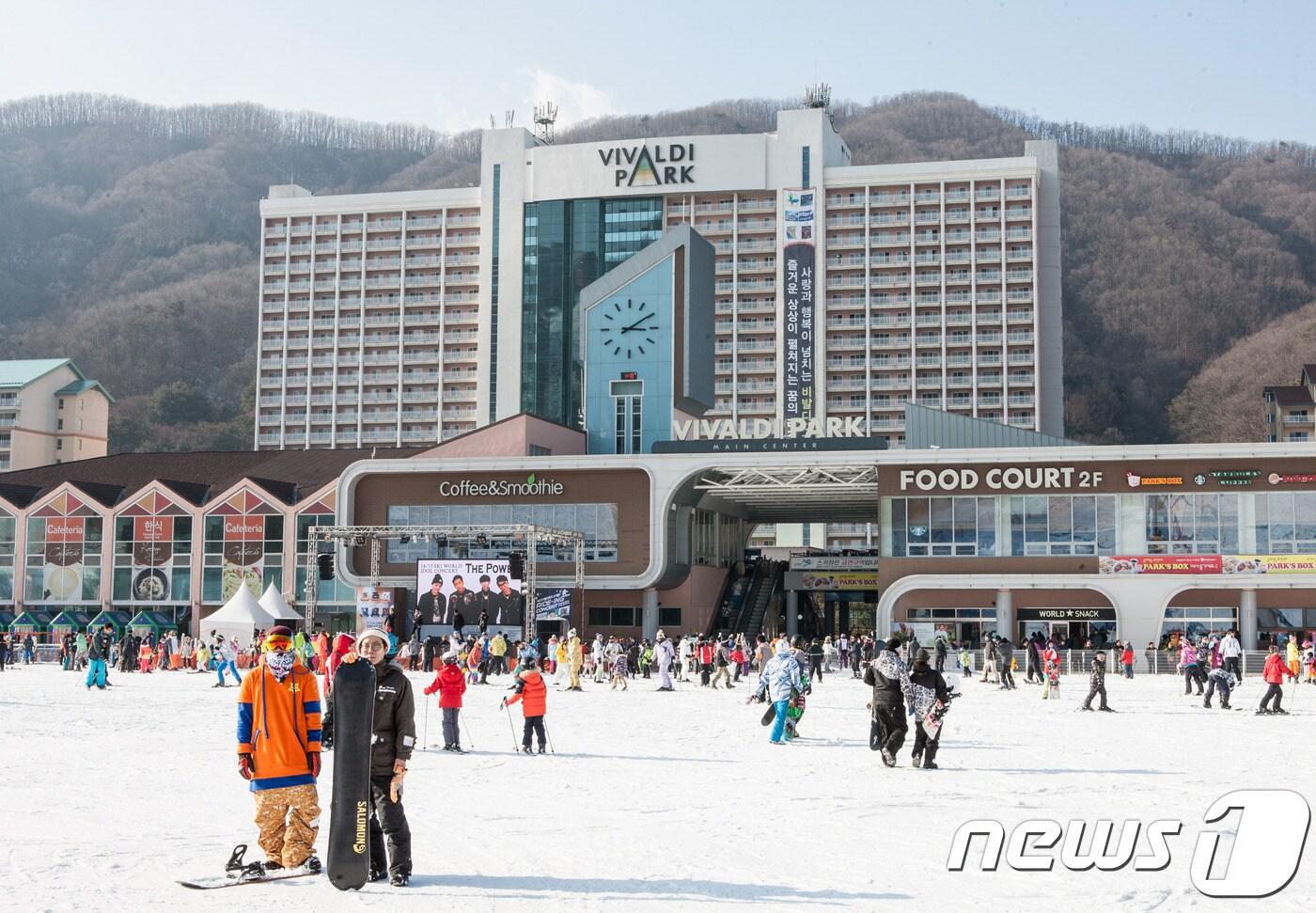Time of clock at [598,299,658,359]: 3:09
